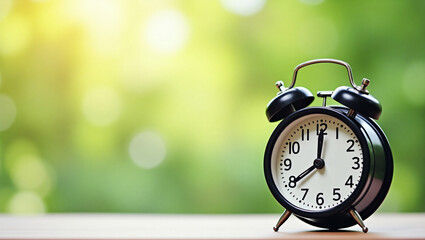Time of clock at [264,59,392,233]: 8:00
